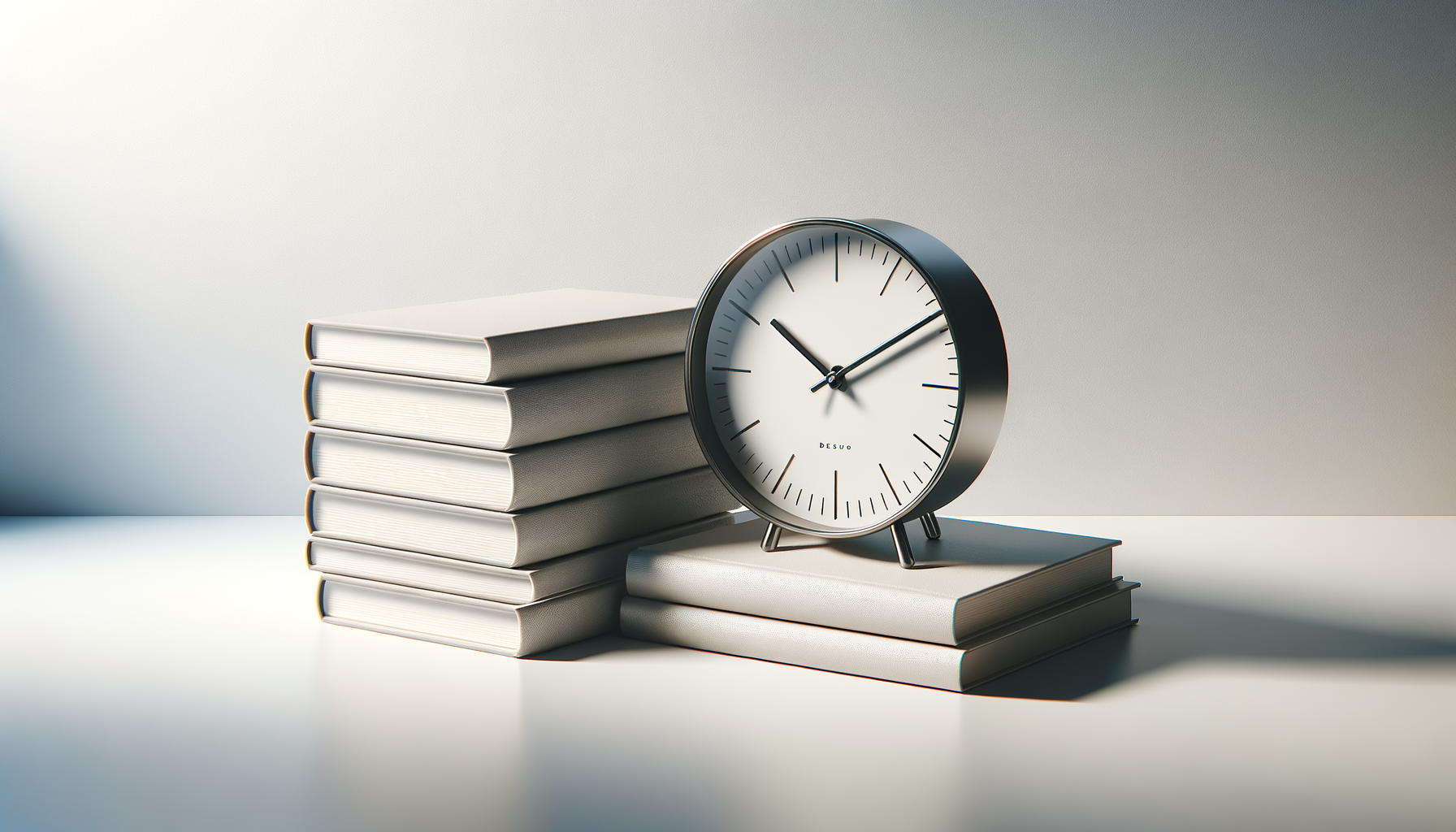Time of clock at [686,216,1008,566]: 10:09
